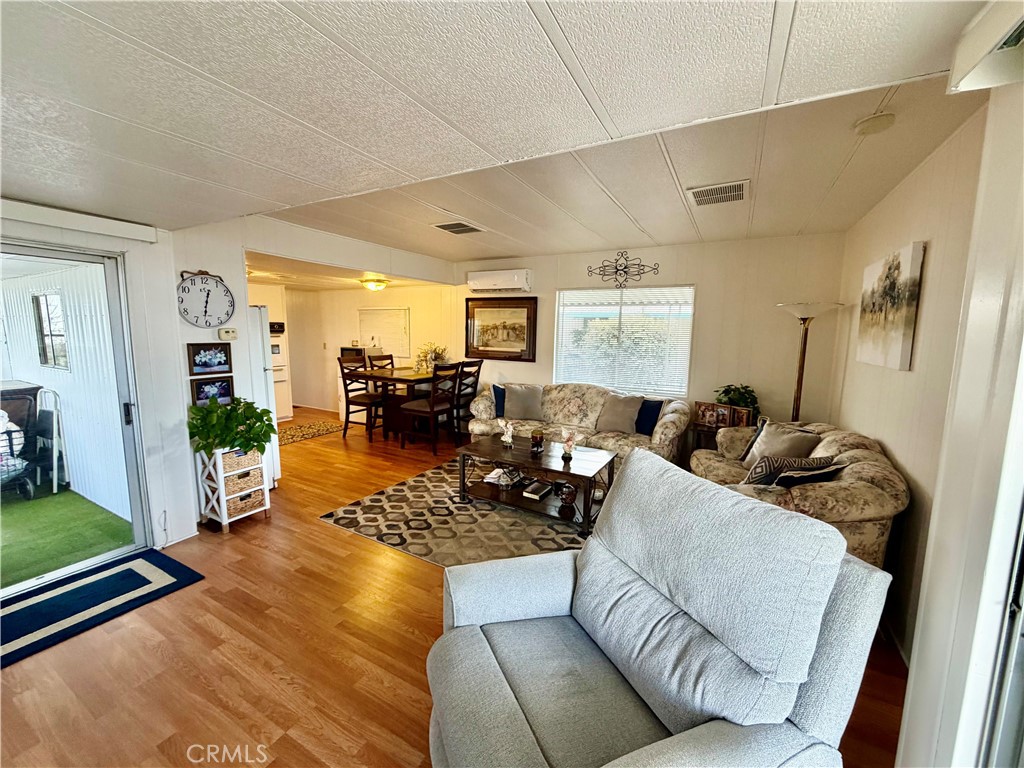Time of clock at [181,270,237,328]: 12:31
